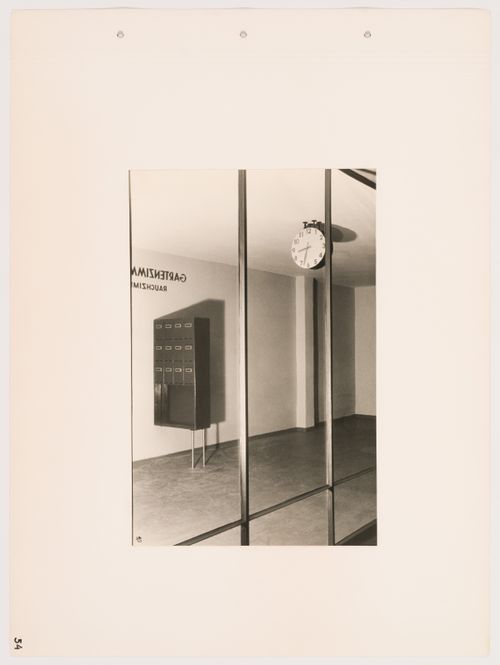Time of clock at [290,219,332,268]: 8:32
